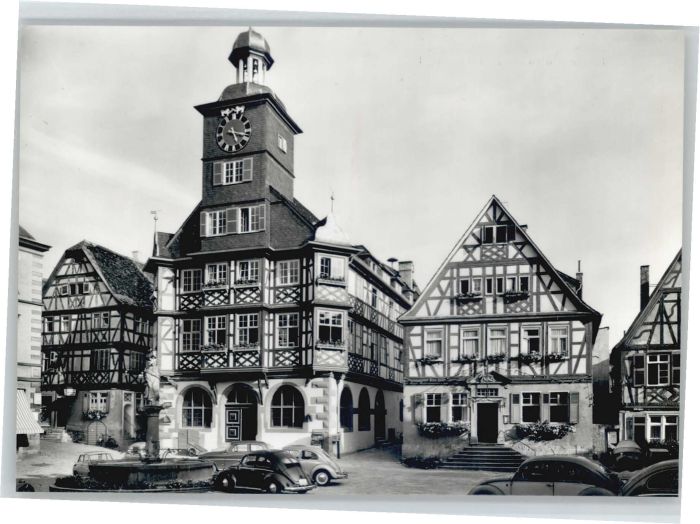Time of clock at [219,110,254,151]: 5:16
